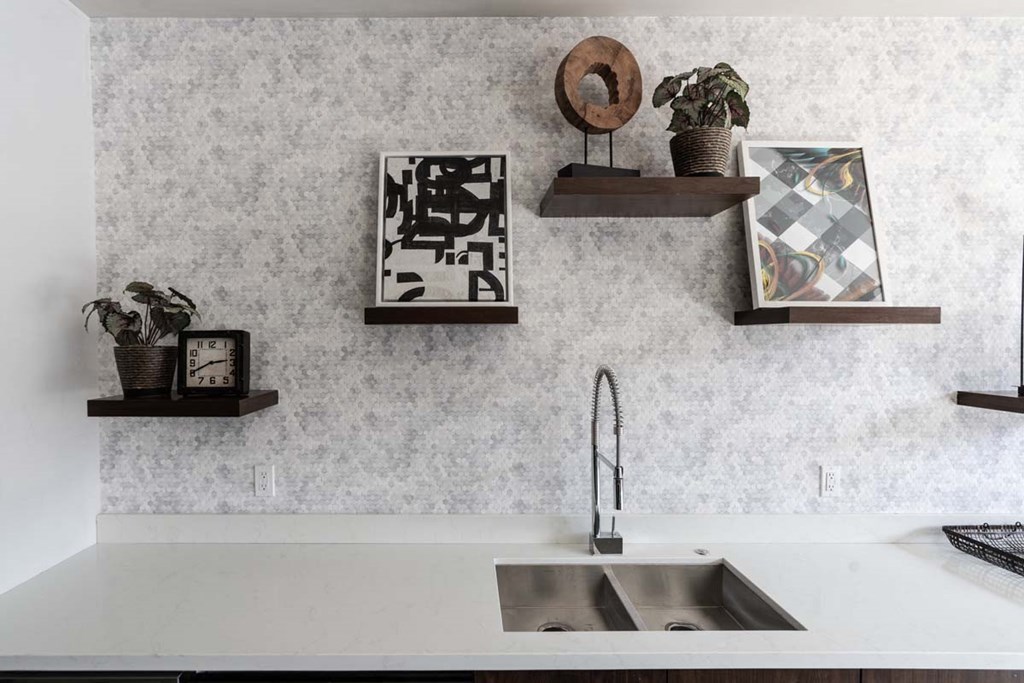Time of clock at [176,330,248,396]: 2:40
